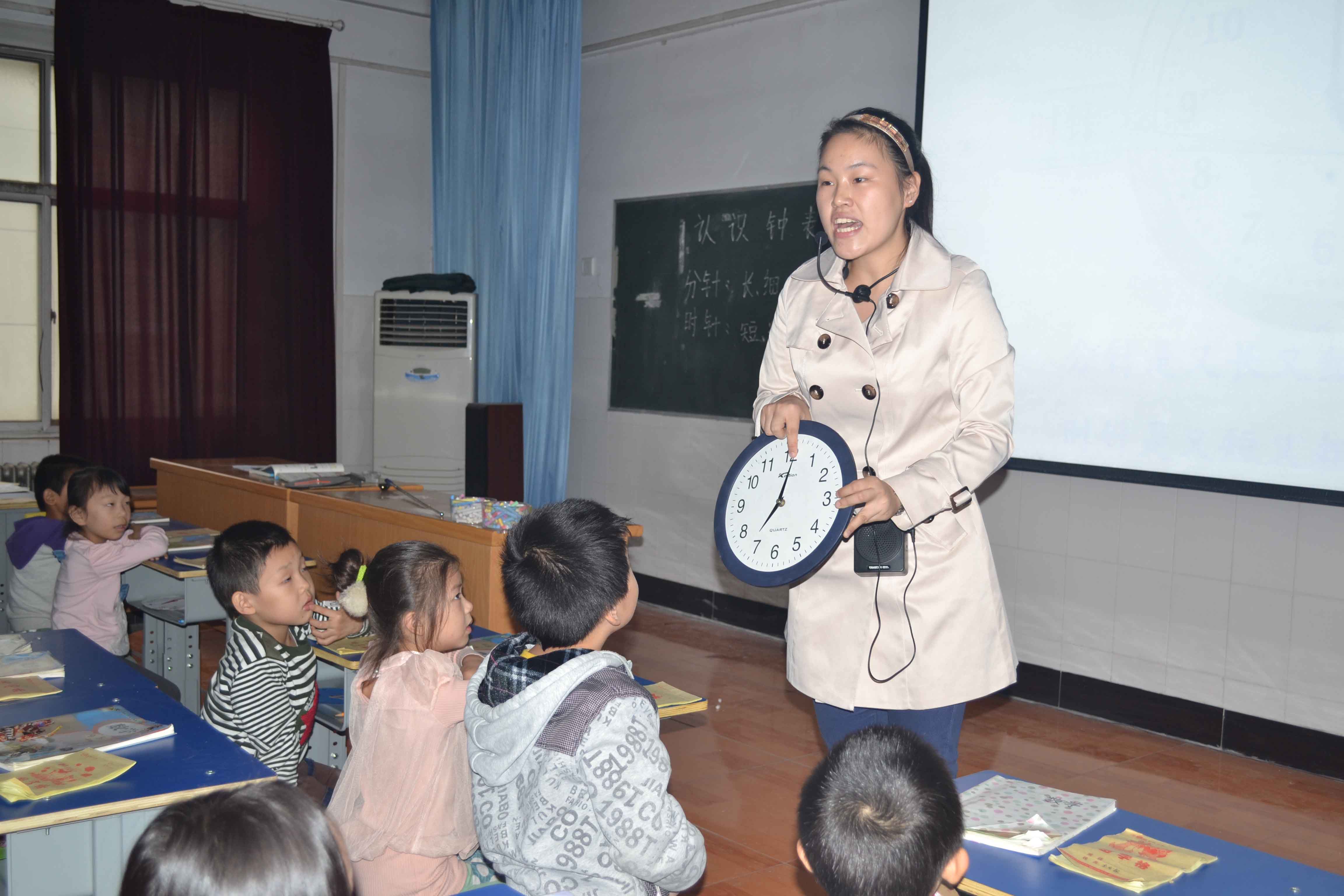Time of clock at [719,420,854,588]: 7:01
